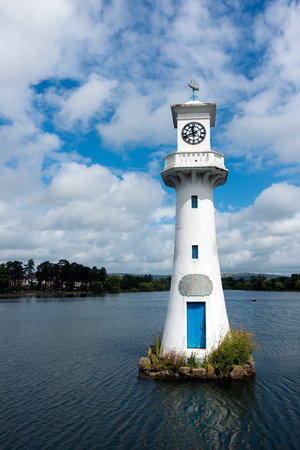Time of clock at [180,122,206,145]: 11:41
